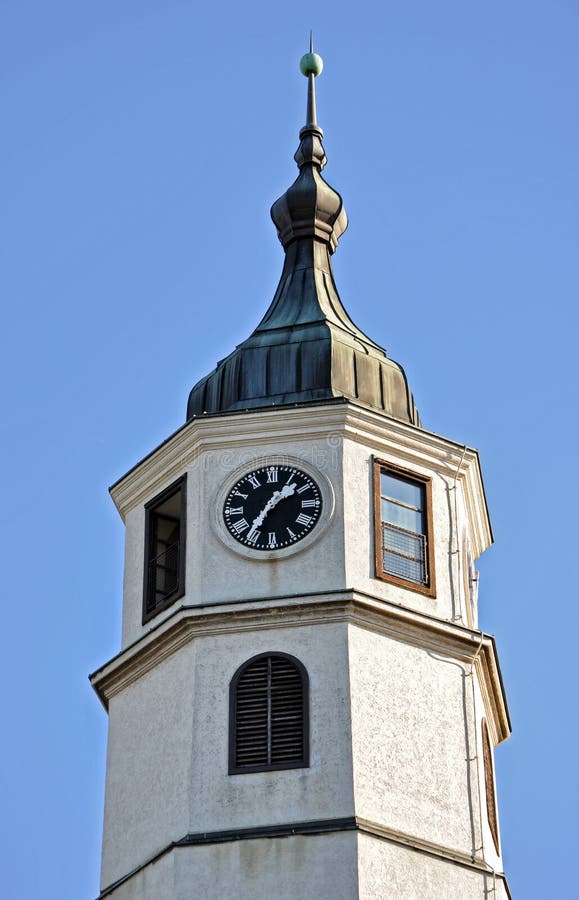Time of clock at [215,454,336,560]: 1:36
